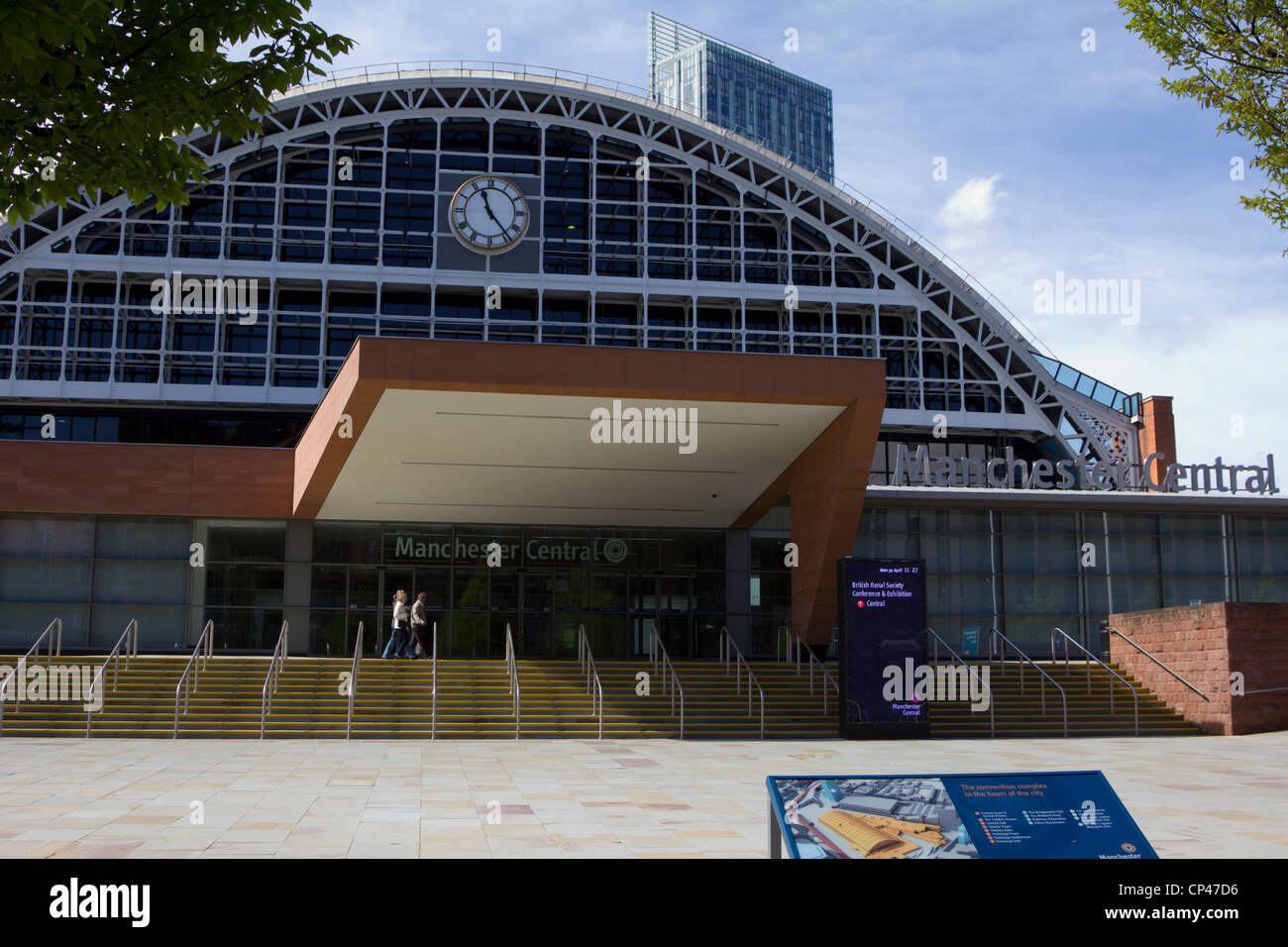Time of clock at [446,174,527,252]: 11:23
